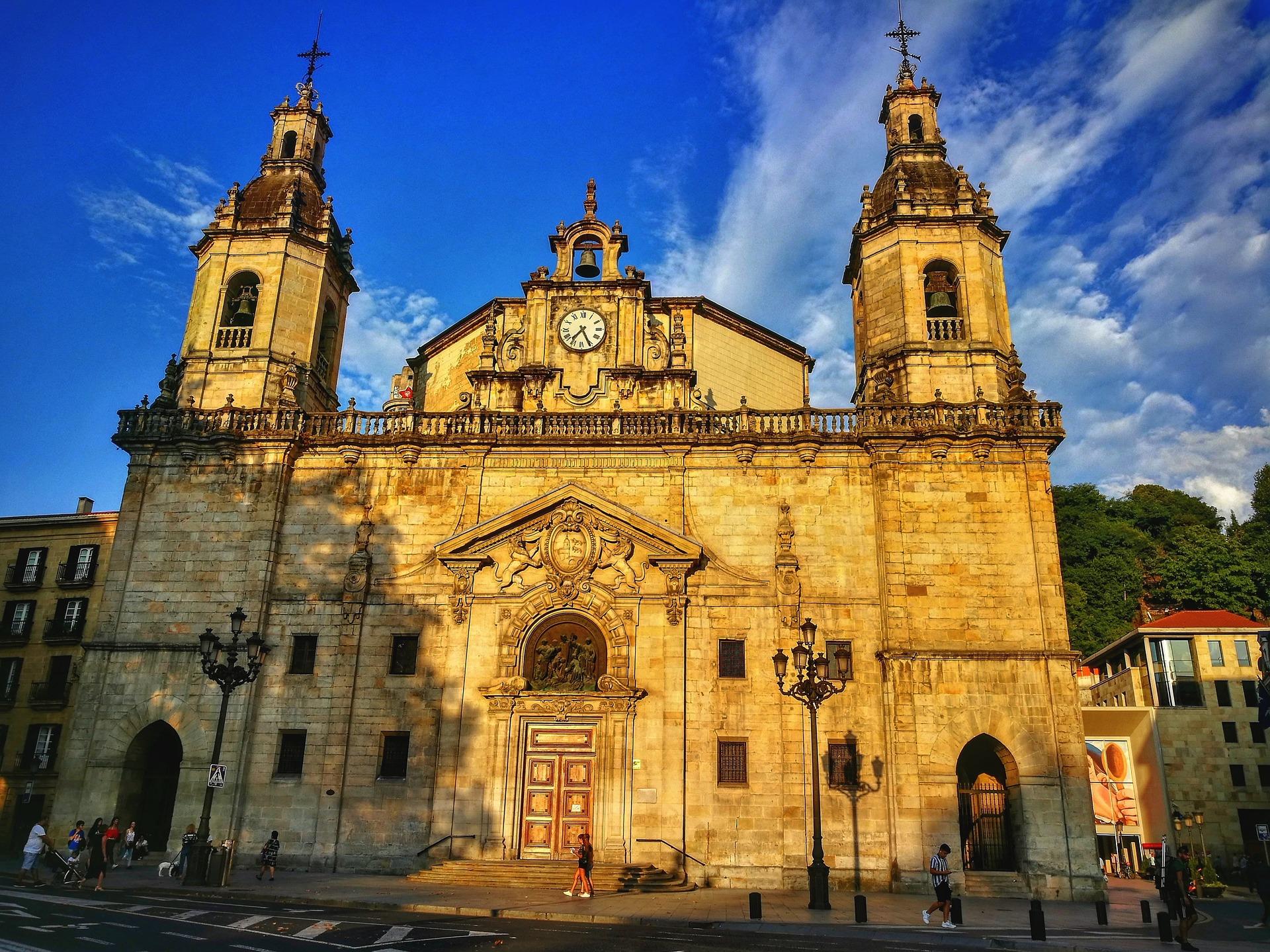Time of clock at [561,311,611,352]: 7:25
